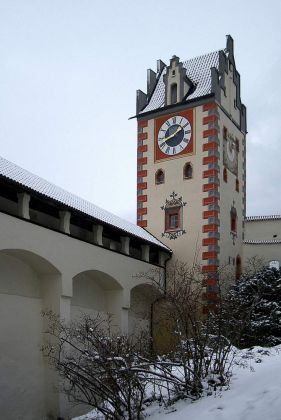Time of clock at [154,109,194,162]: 1:41
